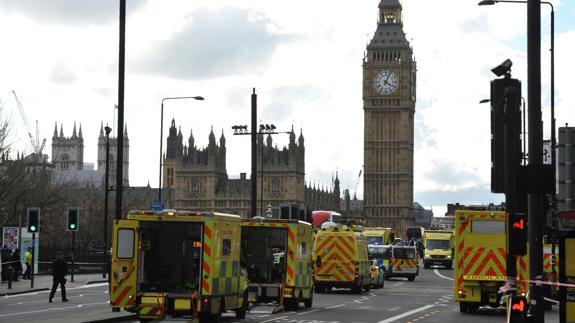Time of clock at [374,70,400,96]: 4:03
